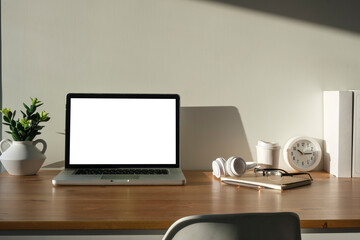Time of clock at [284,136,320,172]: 10:14
